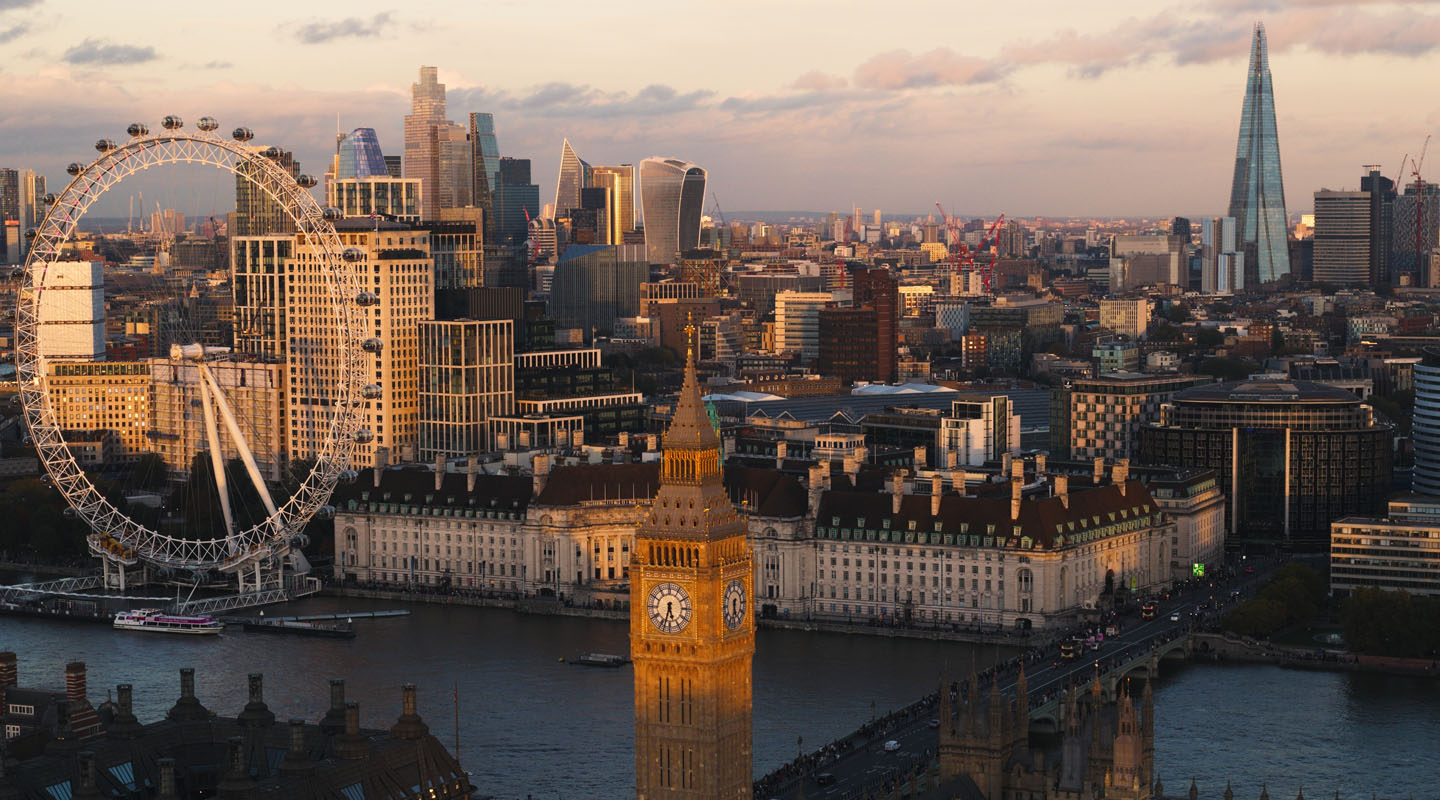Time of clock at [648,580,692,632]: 5:32
